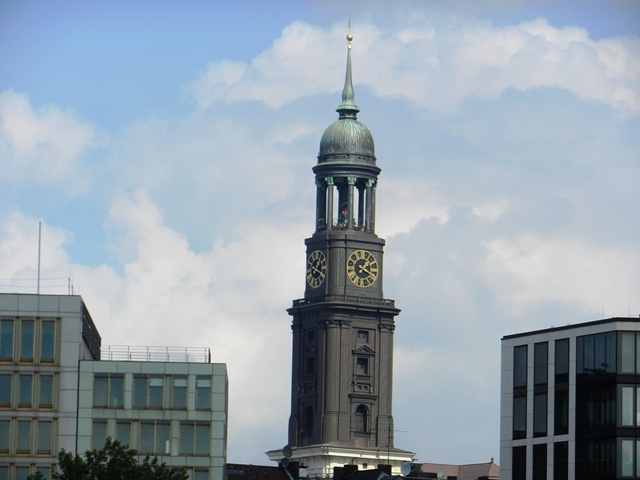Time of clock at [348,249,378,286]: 1:18
